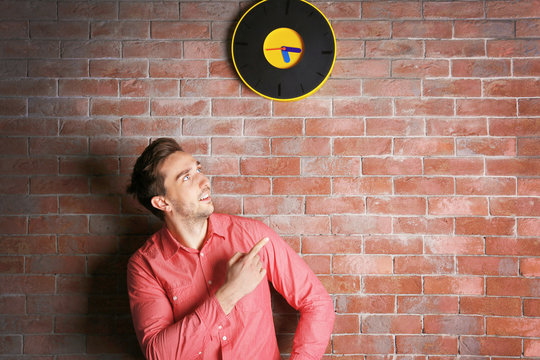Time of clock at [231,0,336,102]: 5:15
